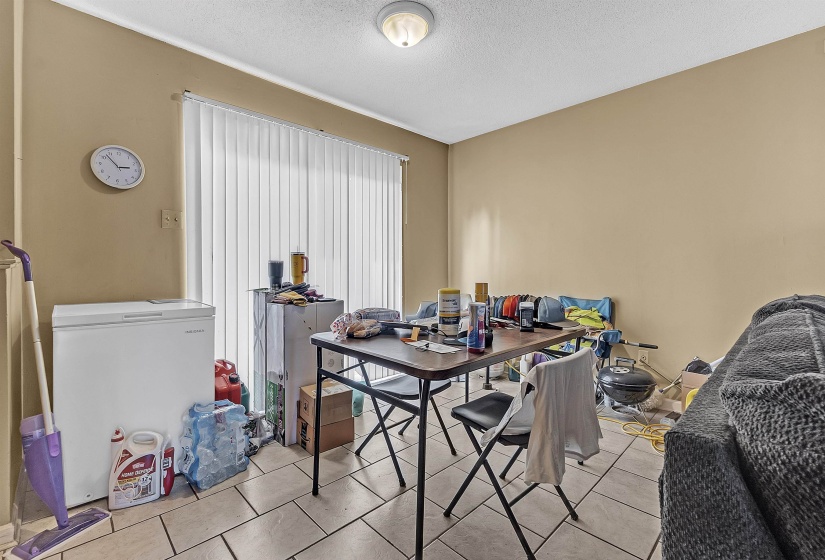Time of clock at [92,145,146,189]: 2:52
